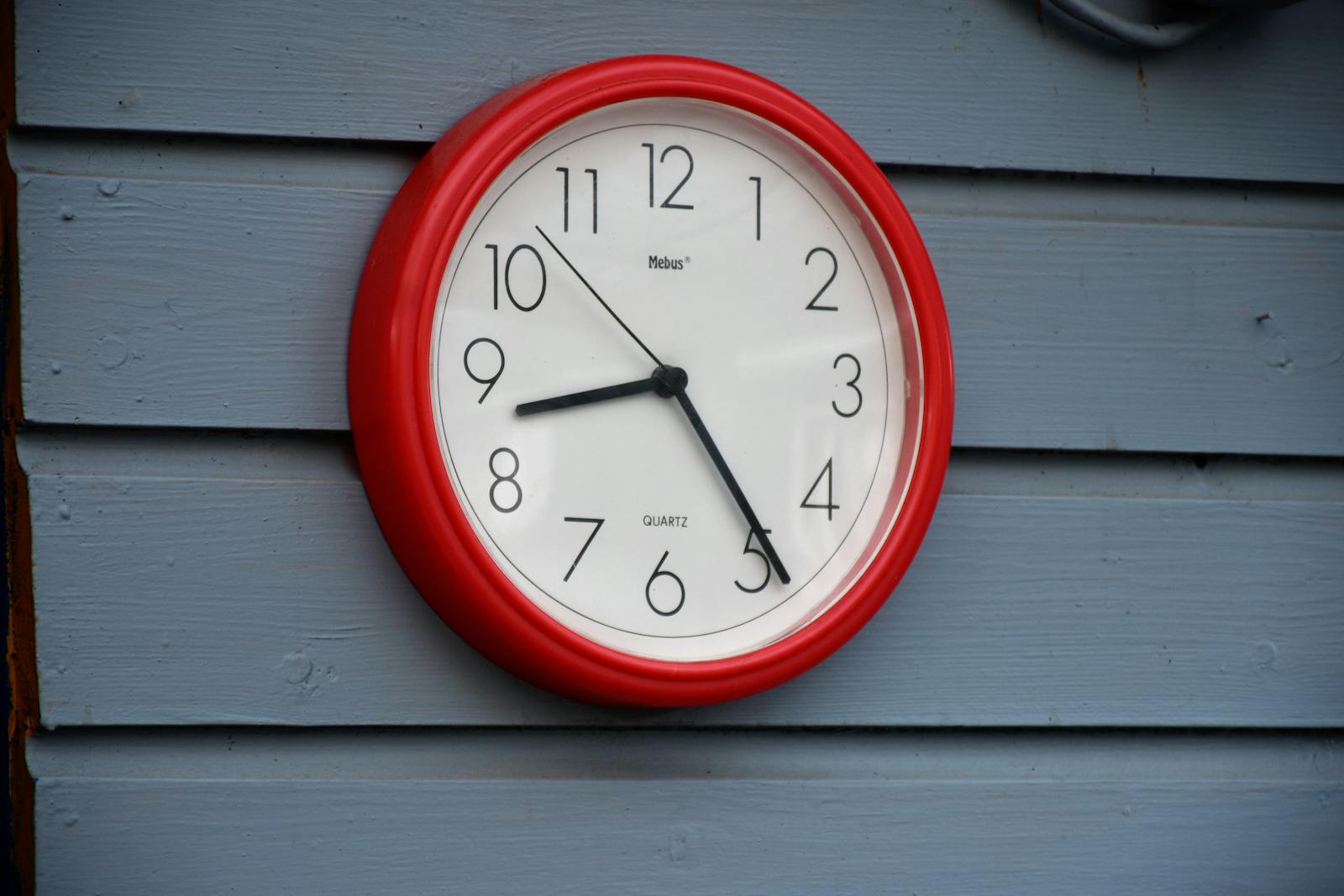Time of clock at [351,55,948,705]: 8:24
